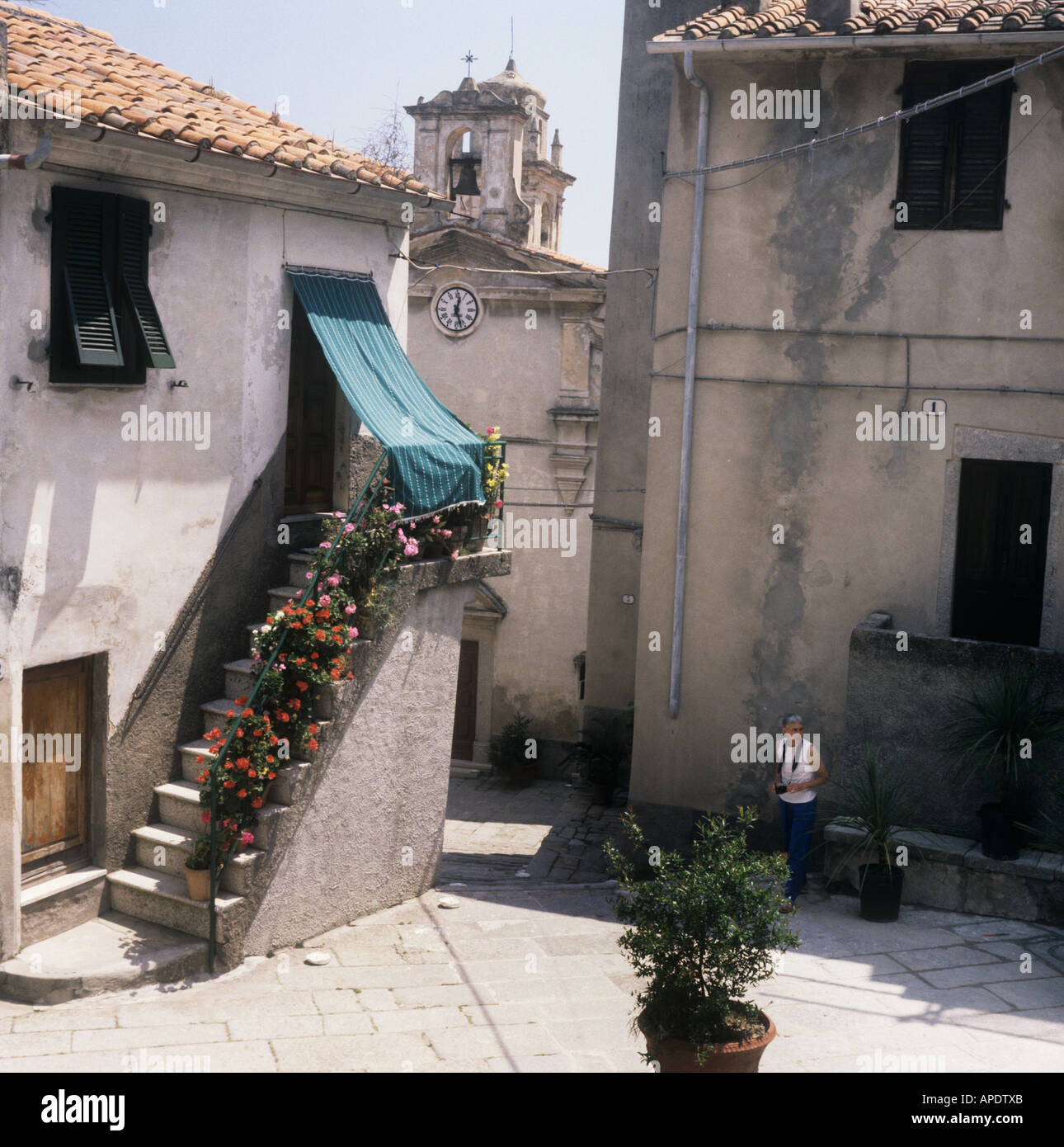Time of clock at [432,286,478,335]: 12:27
